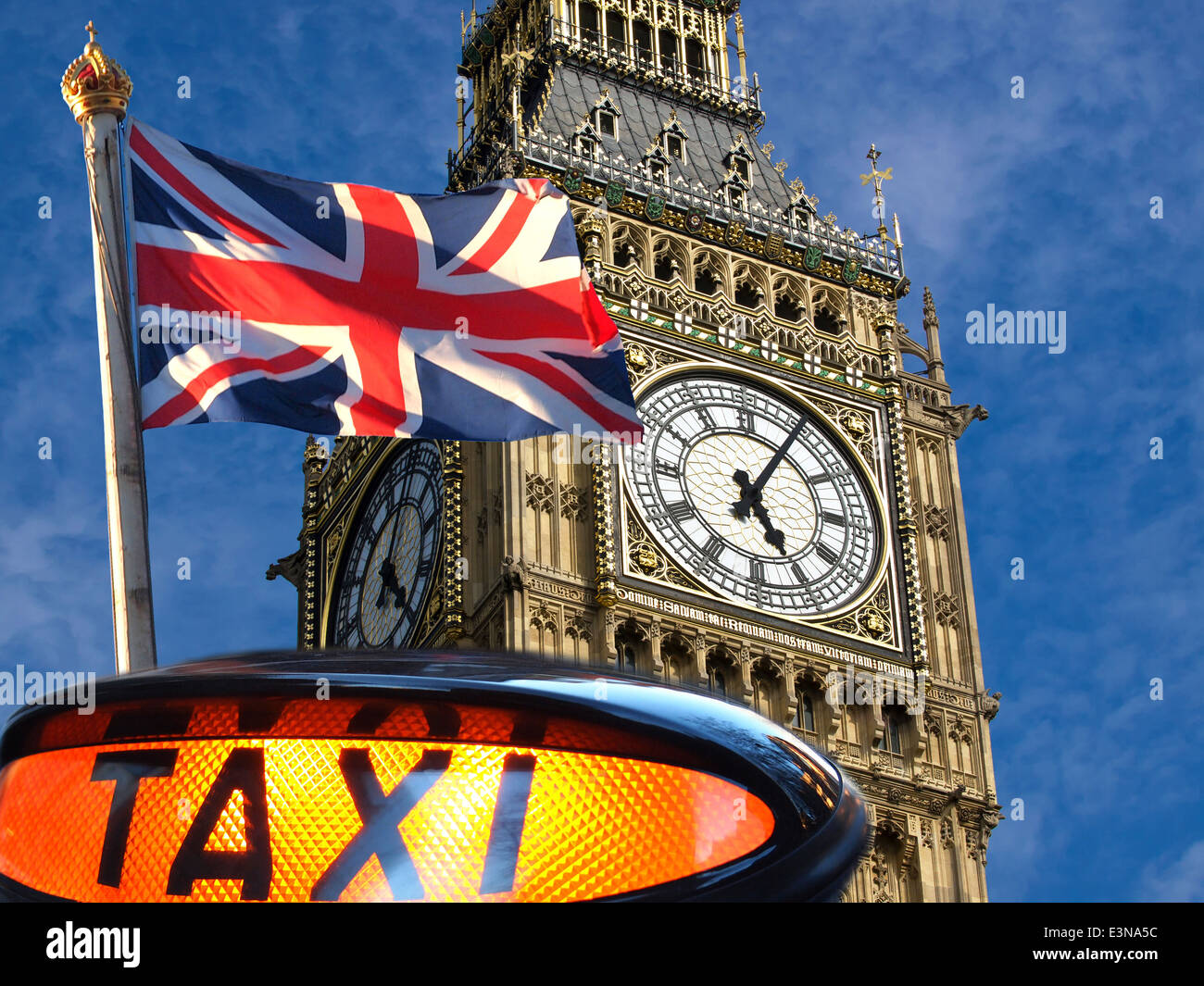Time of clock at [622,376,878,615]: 5:05
